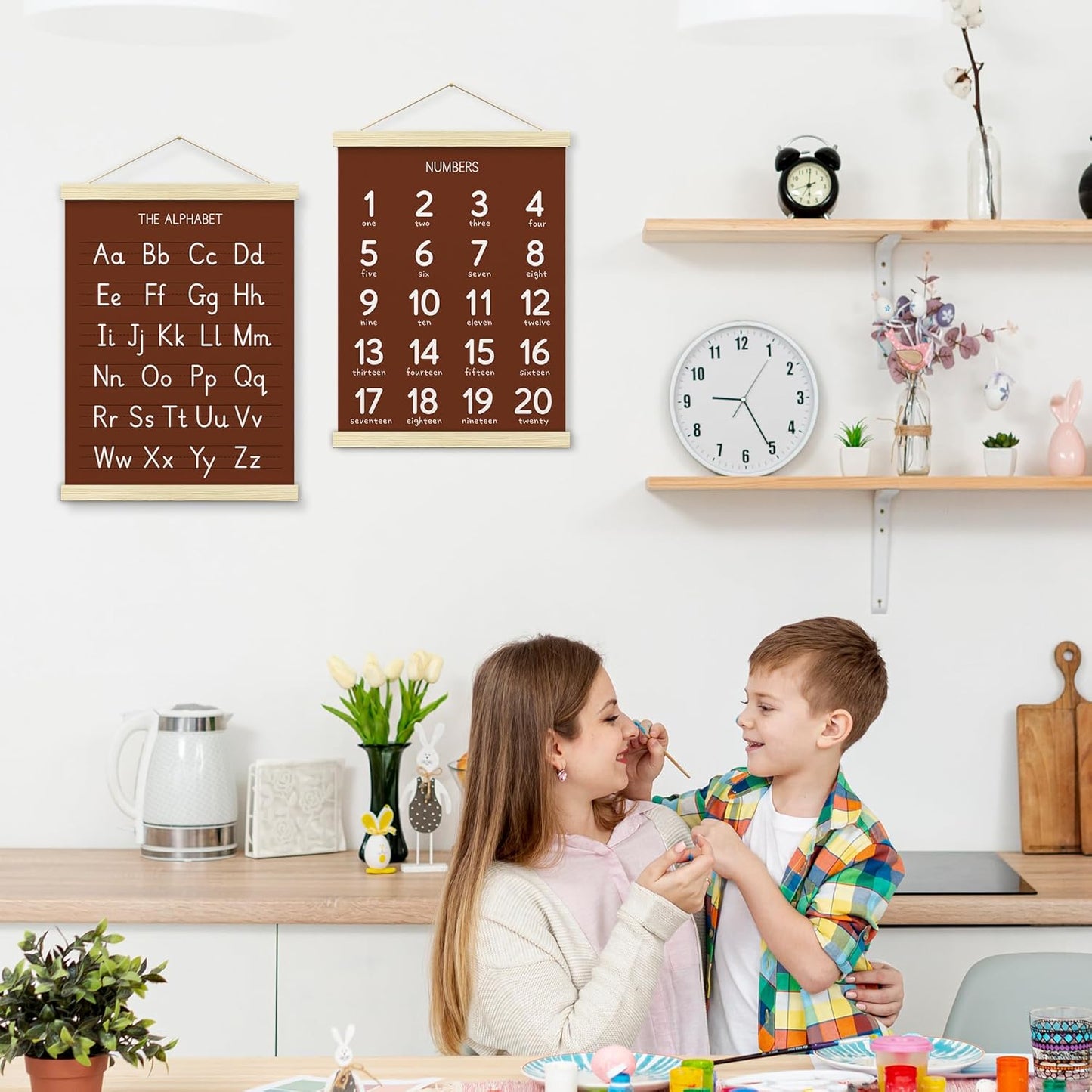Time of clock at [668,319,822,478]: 9:25
